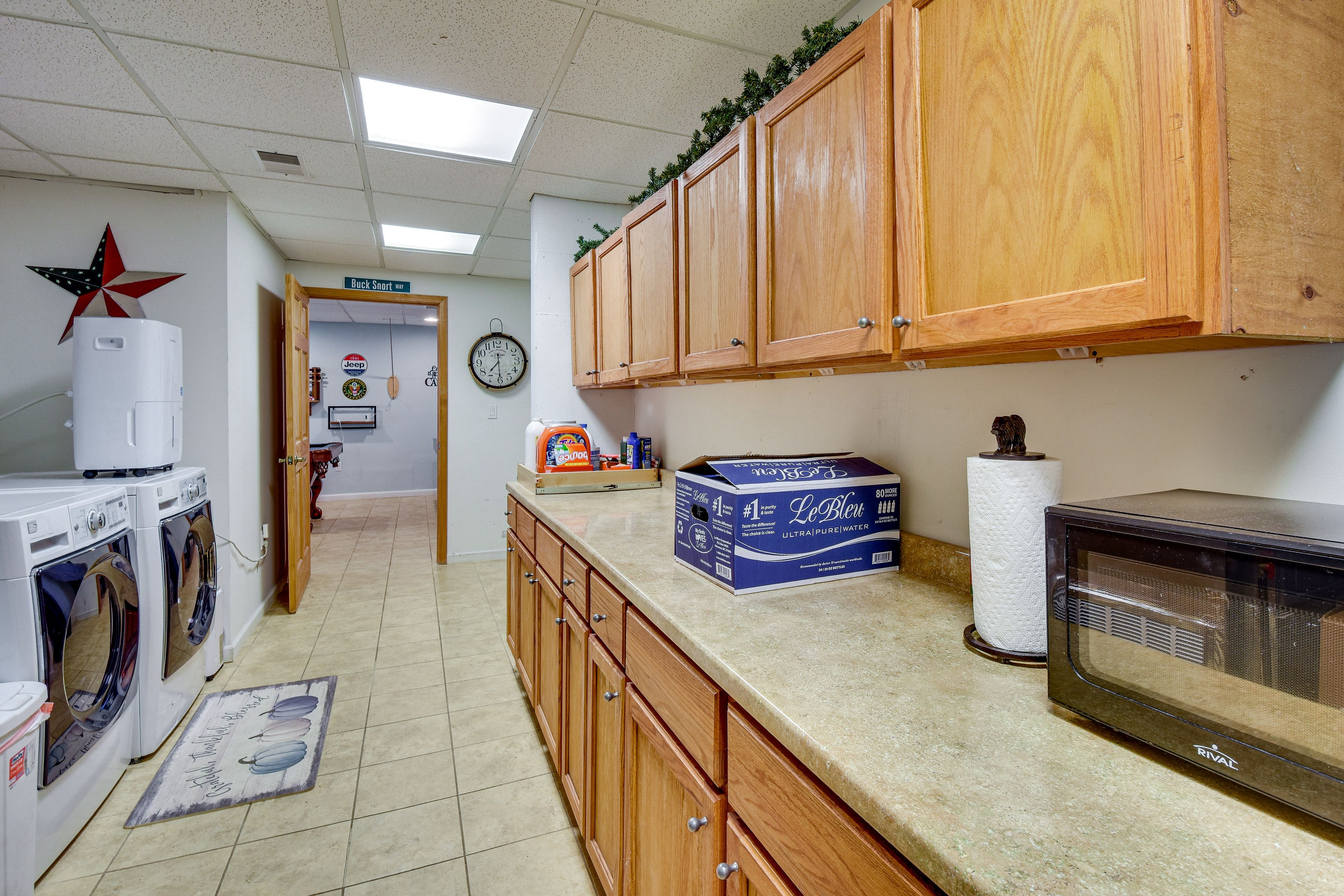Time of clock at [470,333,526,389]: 7:30
